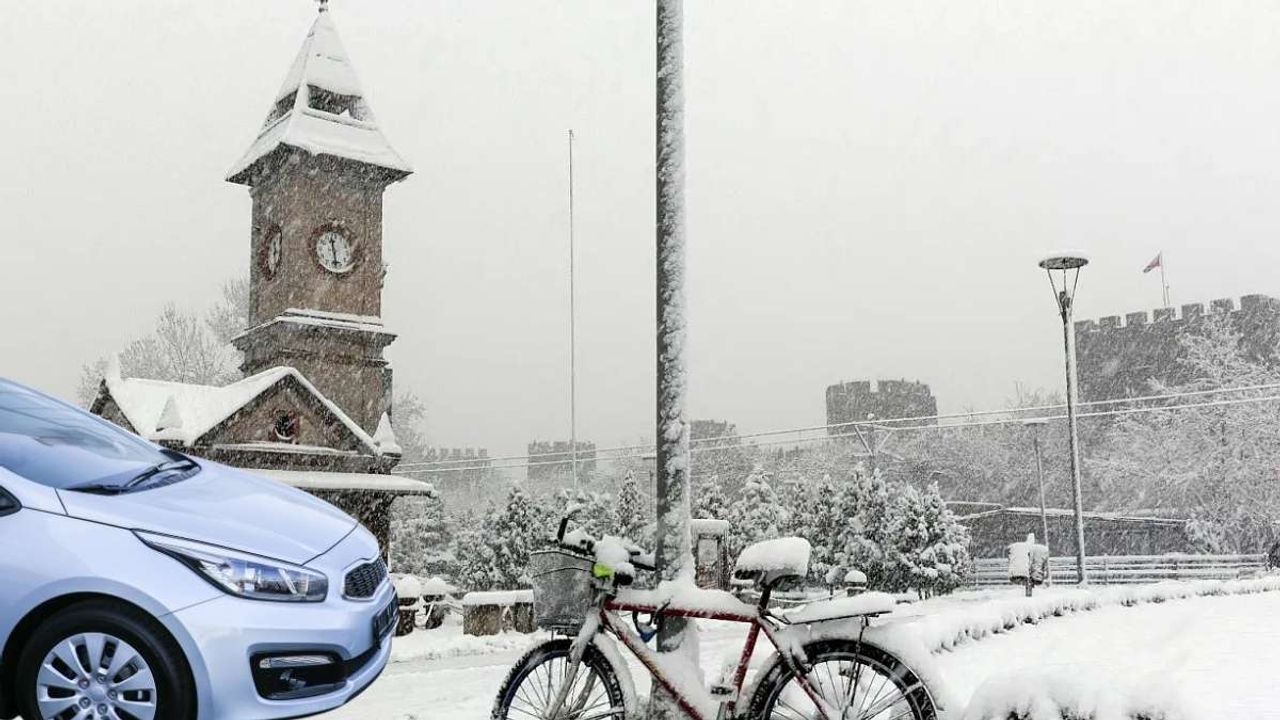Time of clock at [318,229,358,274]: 11:28
